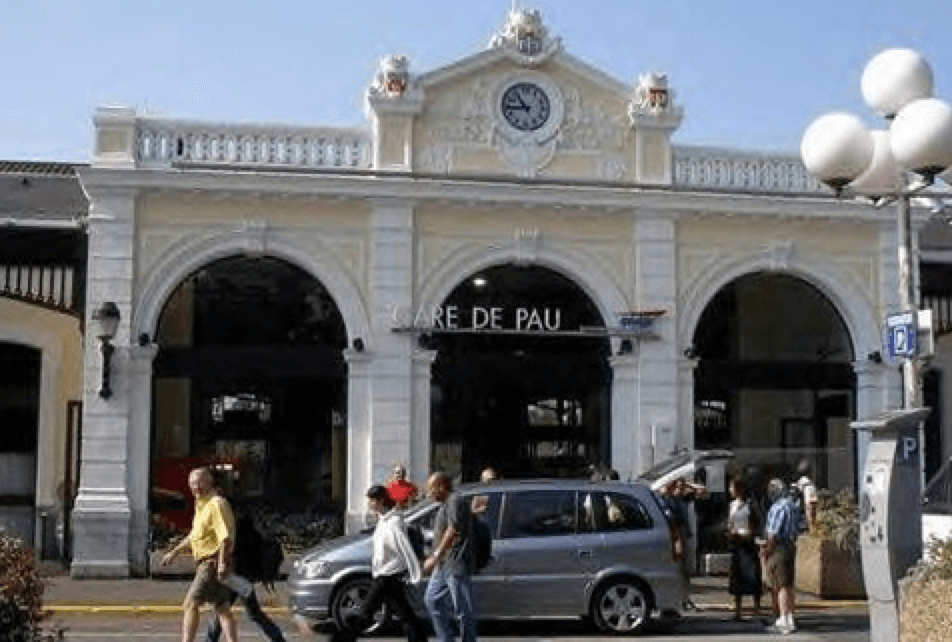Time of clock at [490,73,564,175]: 10:43
